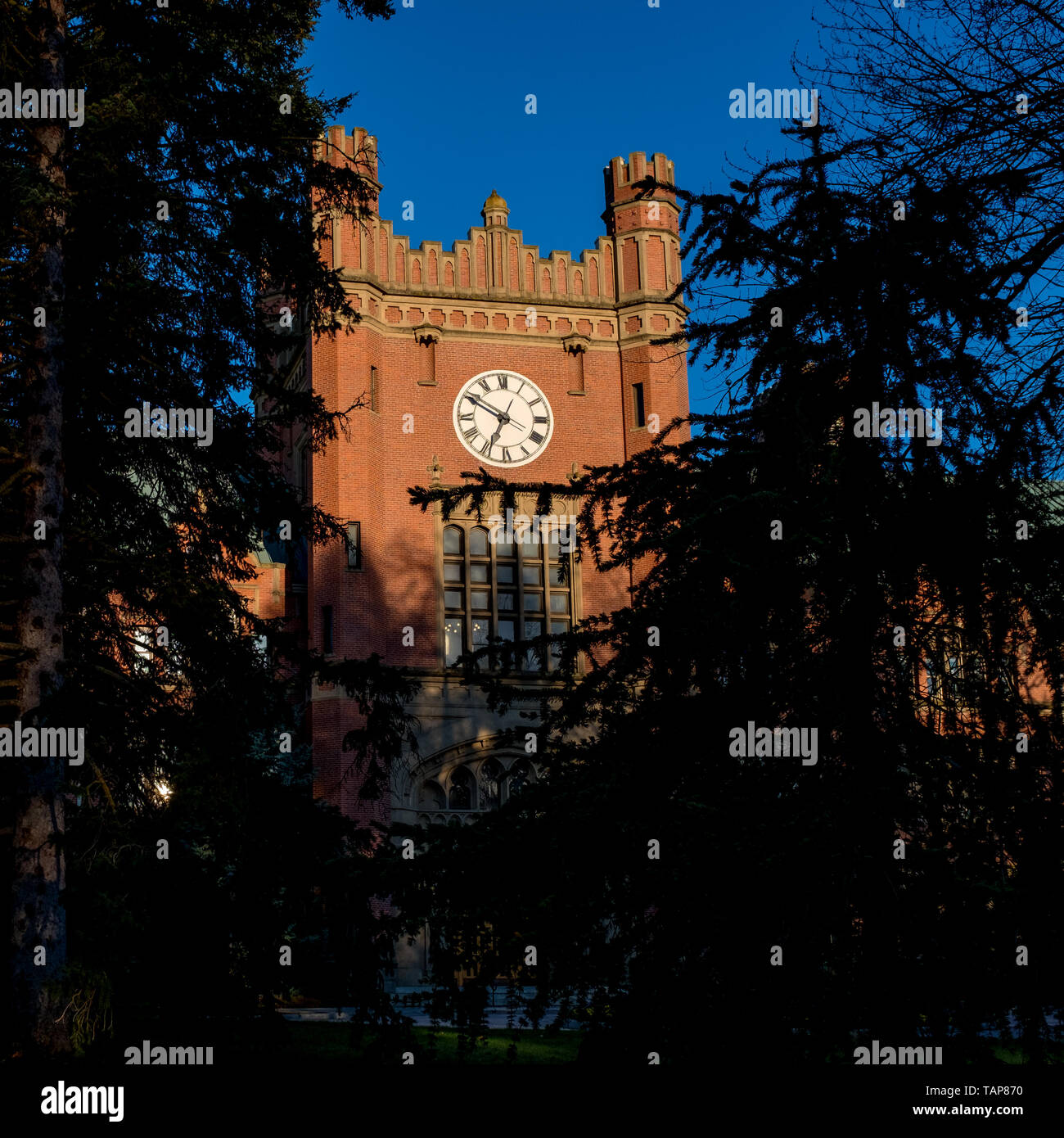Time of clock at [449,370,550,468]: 6:49
